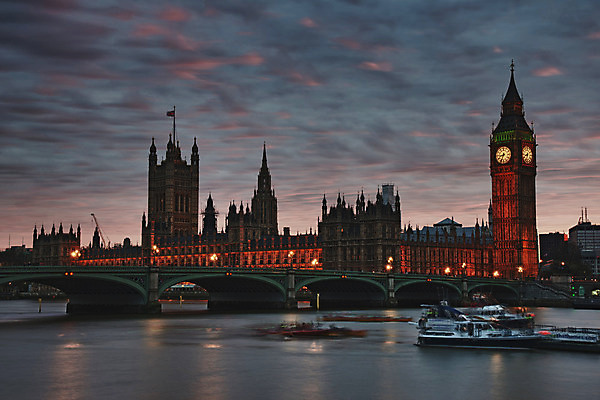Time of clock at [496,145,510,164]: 8:33
